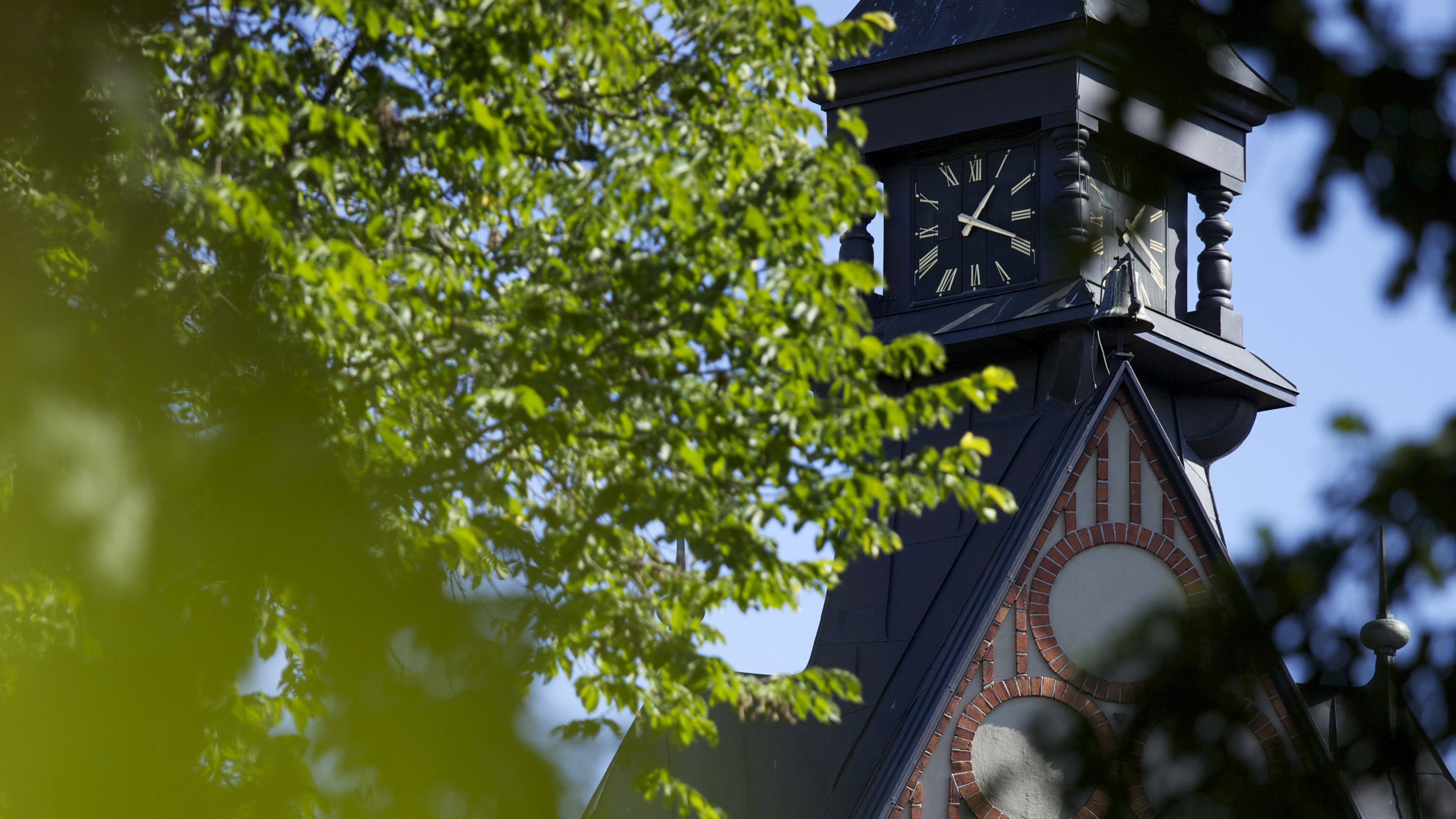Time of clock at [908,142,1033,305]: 1:18
